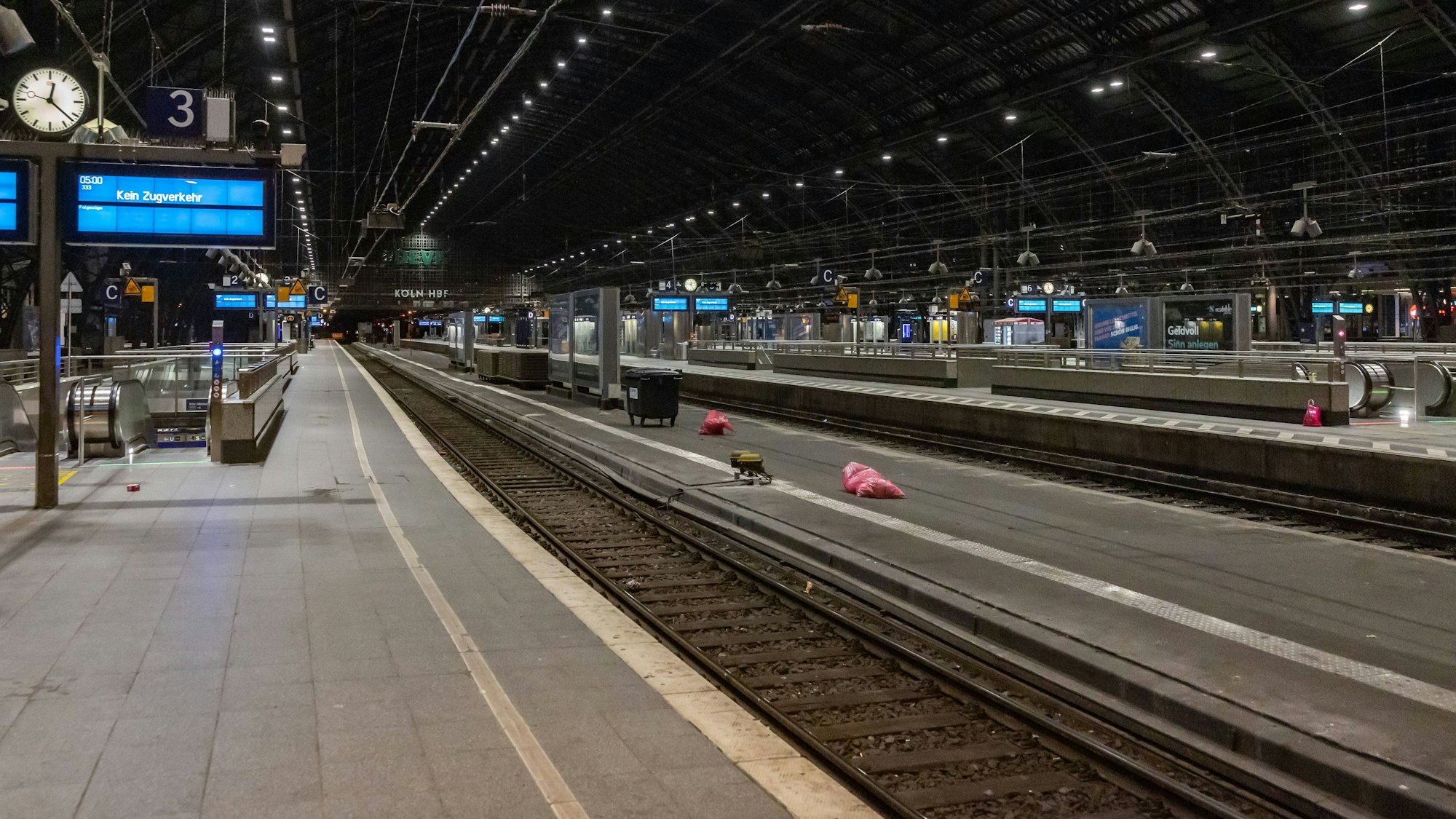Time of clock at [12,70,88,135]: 12:22
